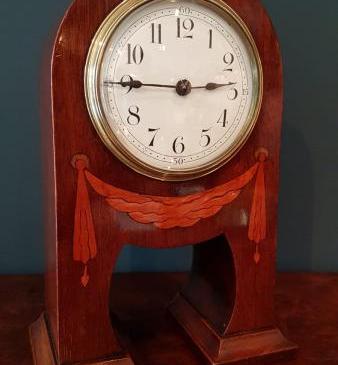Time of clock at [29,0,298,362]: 2:45
